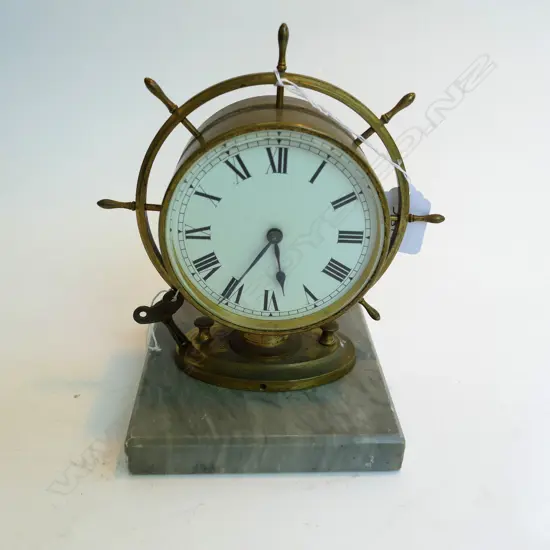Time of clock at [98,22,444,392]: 5:35
